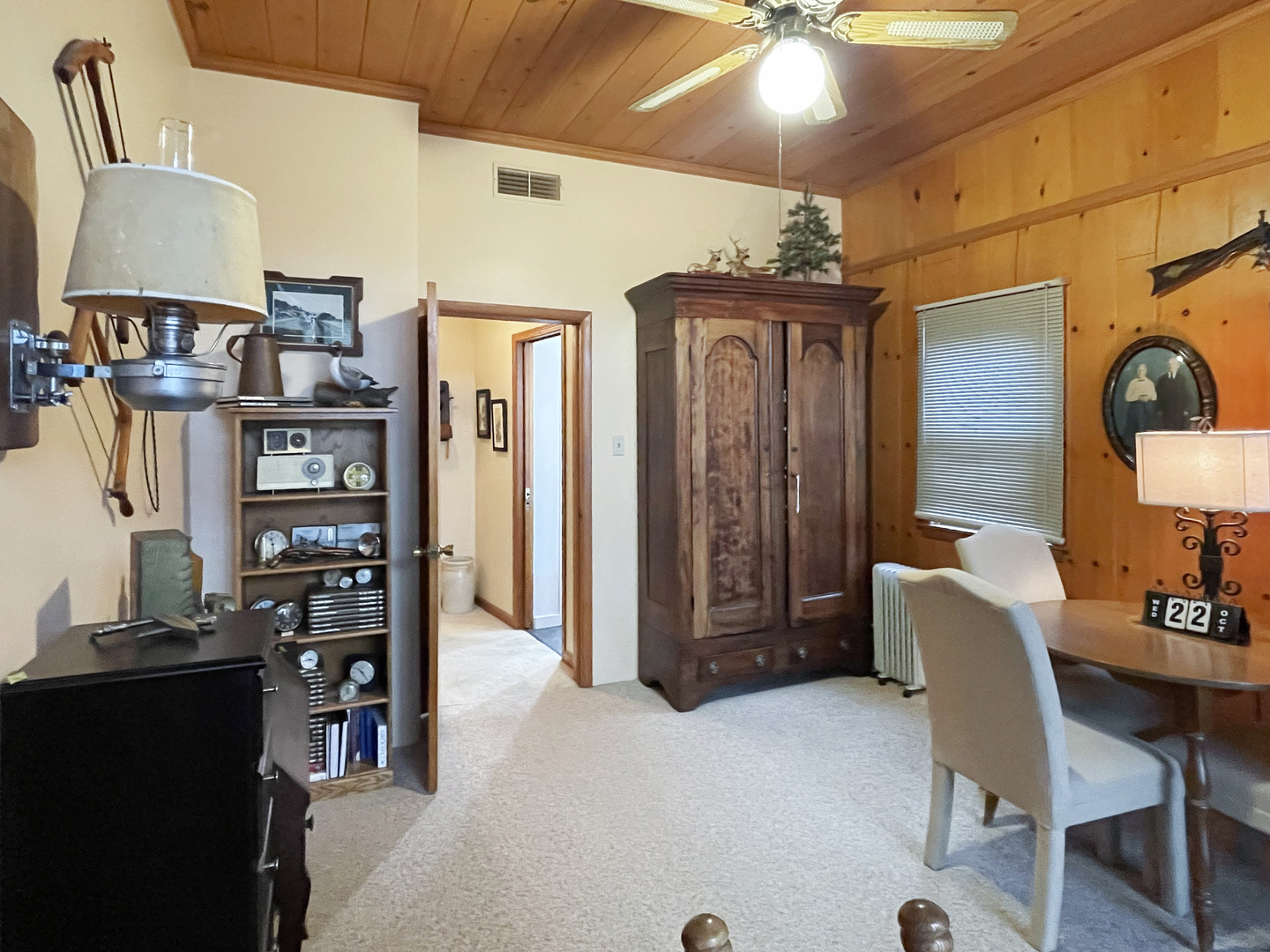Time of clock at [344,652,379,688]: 10:24
